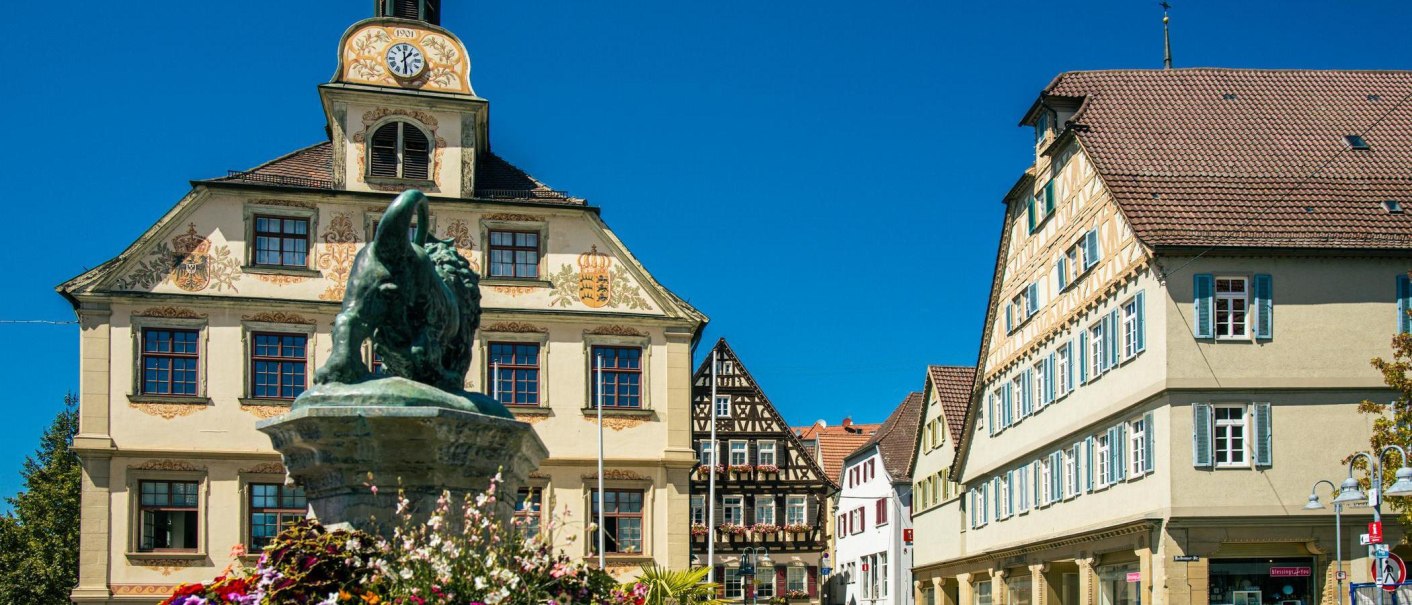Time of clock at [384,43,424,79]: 1:28
